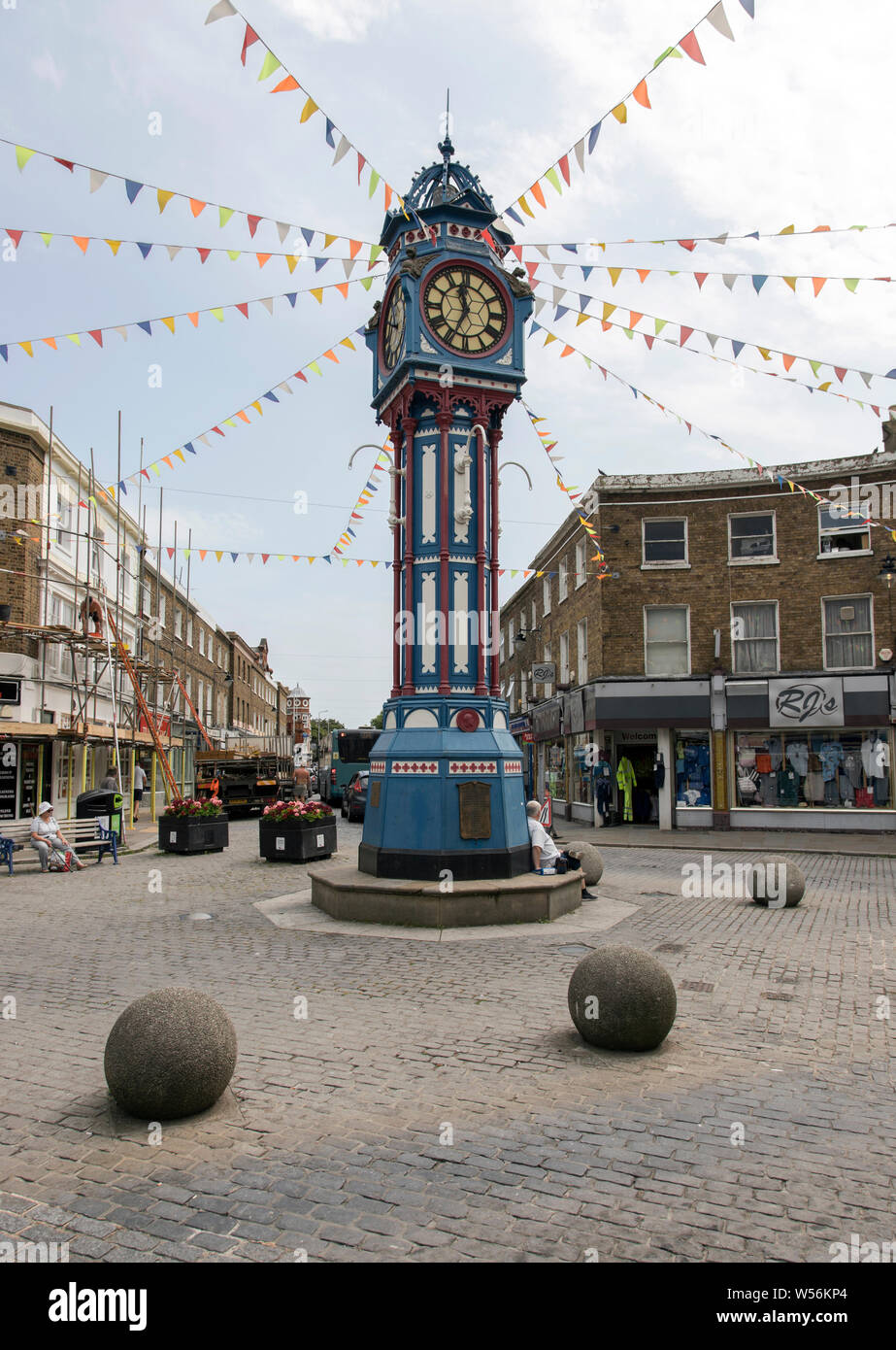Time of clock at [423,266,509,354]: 11:34
